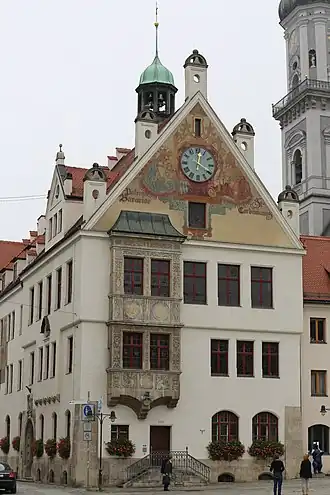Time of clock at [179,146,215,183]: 12:19
